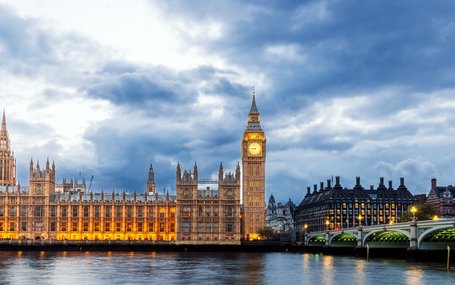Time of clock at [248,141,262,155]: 8:45
